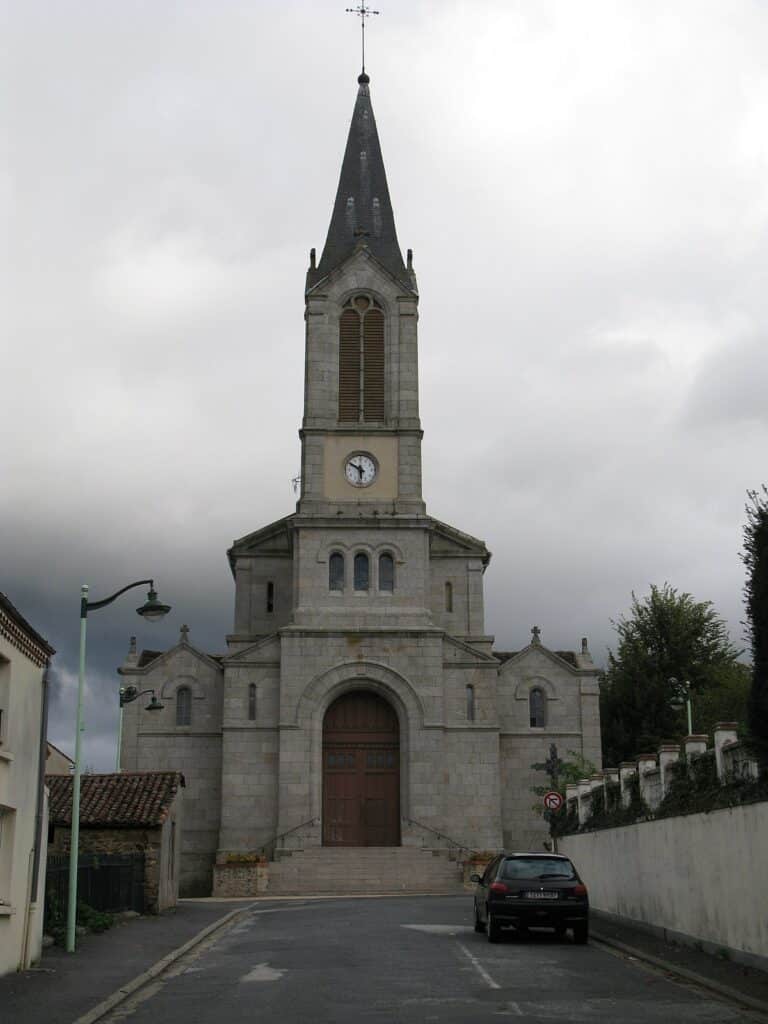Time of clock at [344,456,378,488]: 5:49
